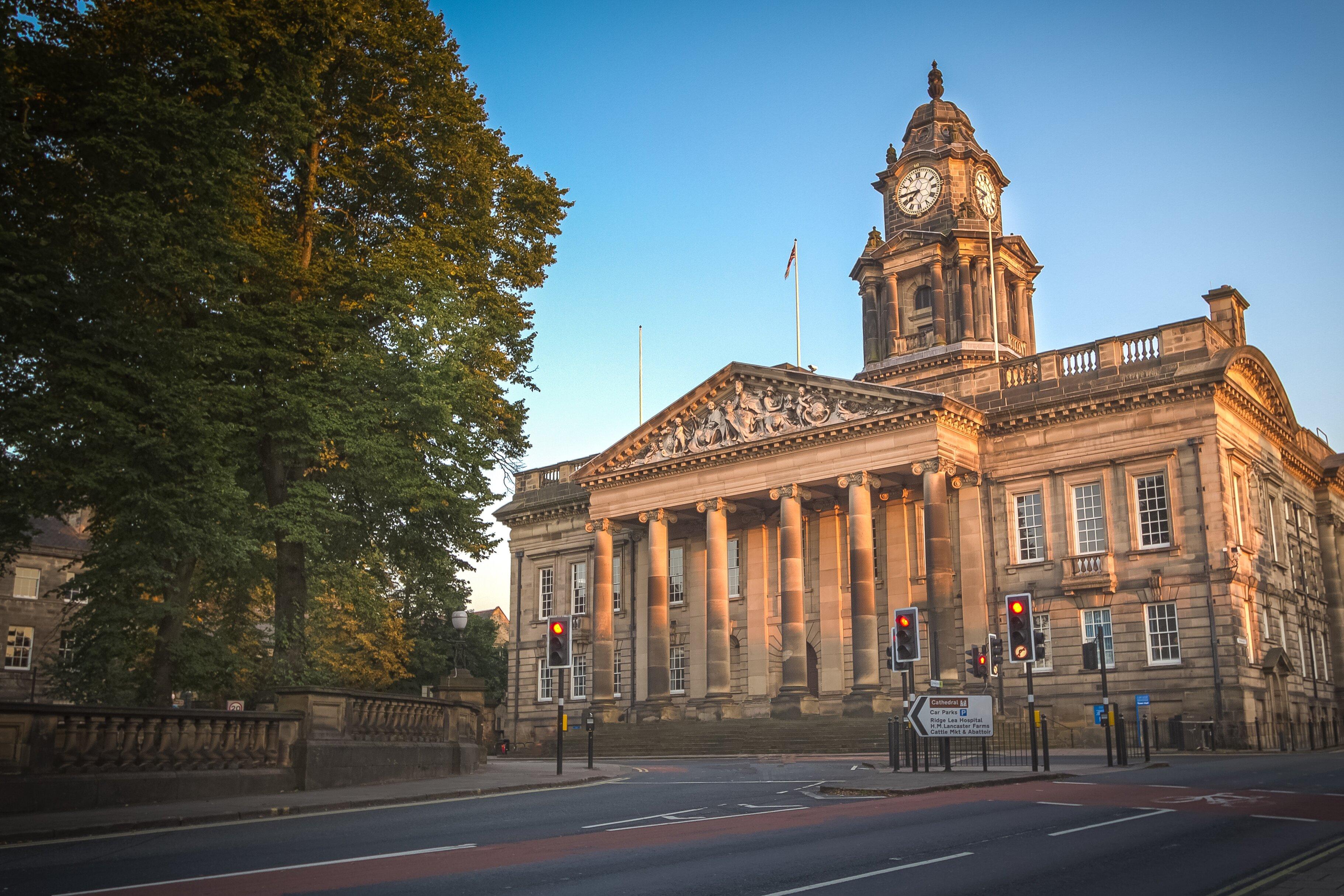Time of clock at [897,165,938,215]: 7:44
